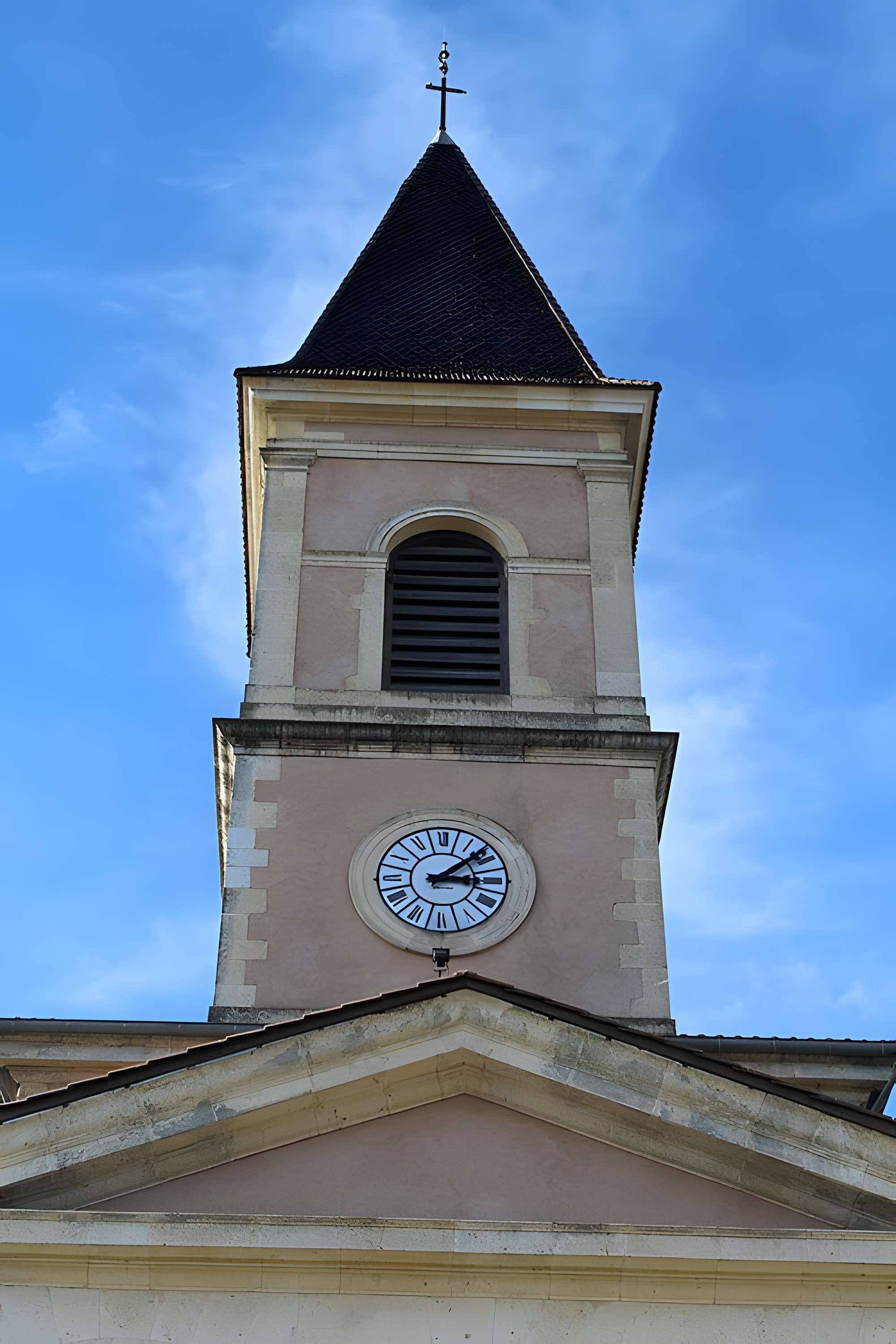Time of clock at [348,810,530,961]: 3:08
